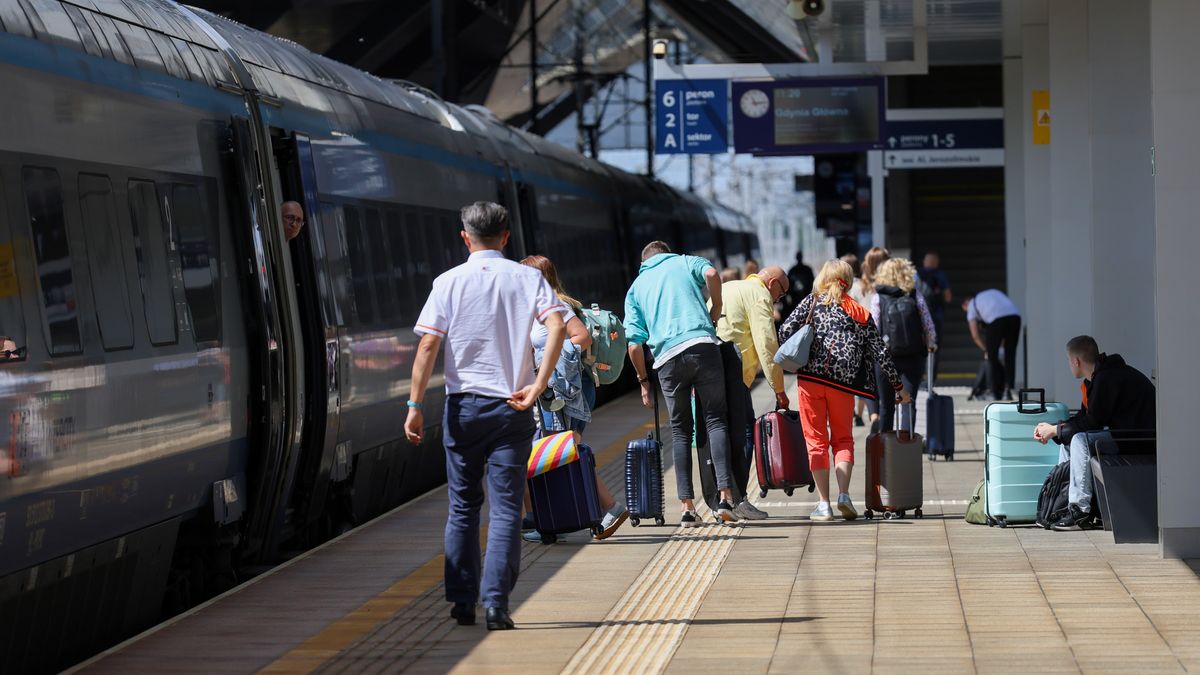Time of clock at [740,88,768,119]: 11:14
